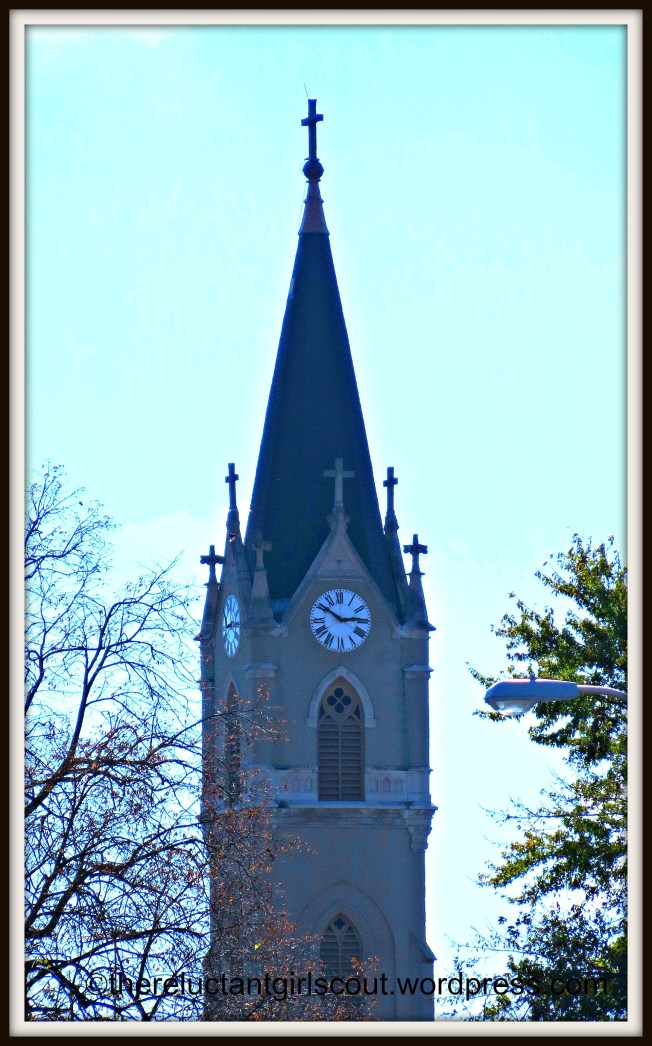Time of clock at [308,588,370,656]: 2:50
